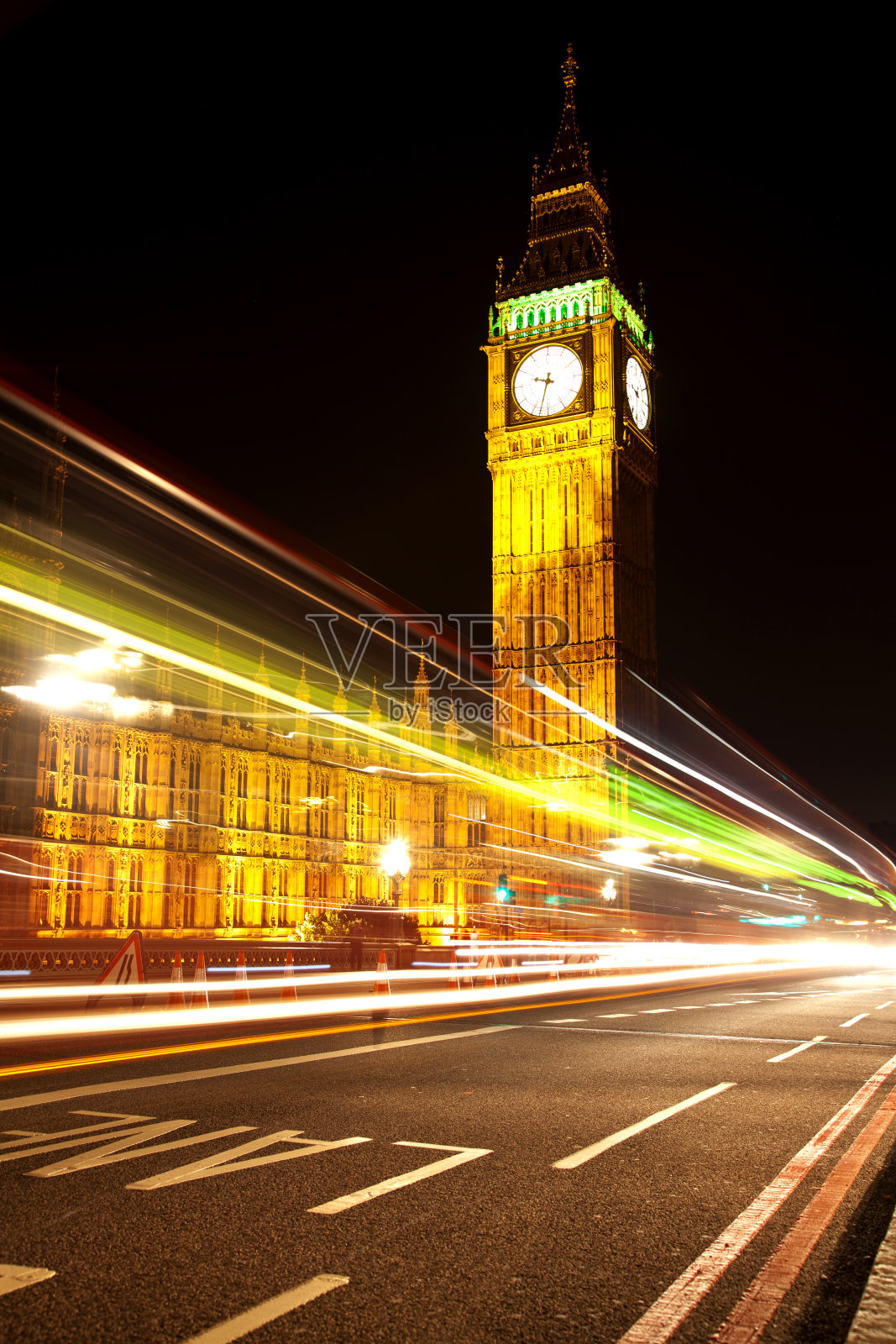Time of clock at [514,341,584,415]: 9:32
